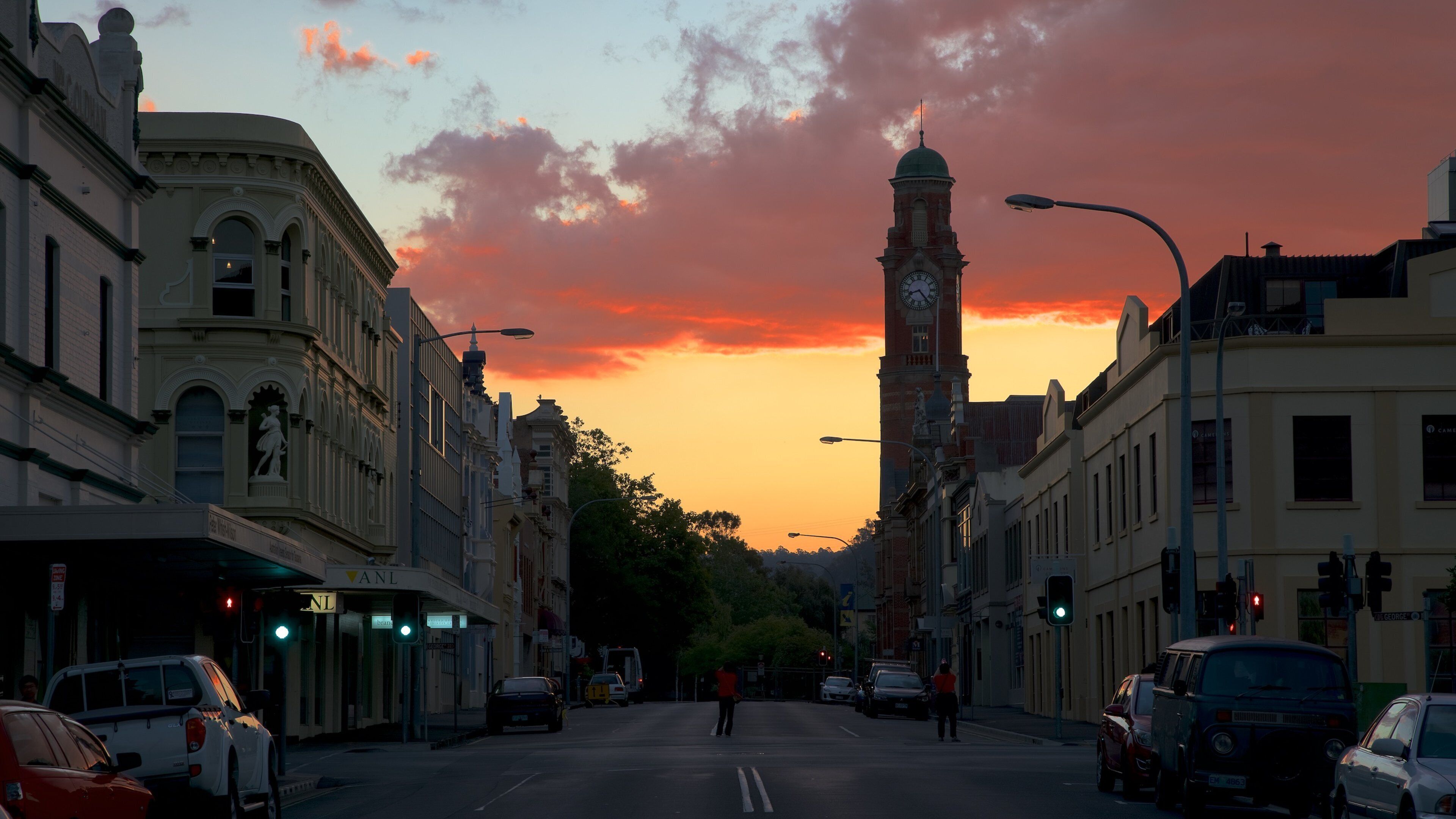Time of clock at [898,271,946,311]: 8:23
